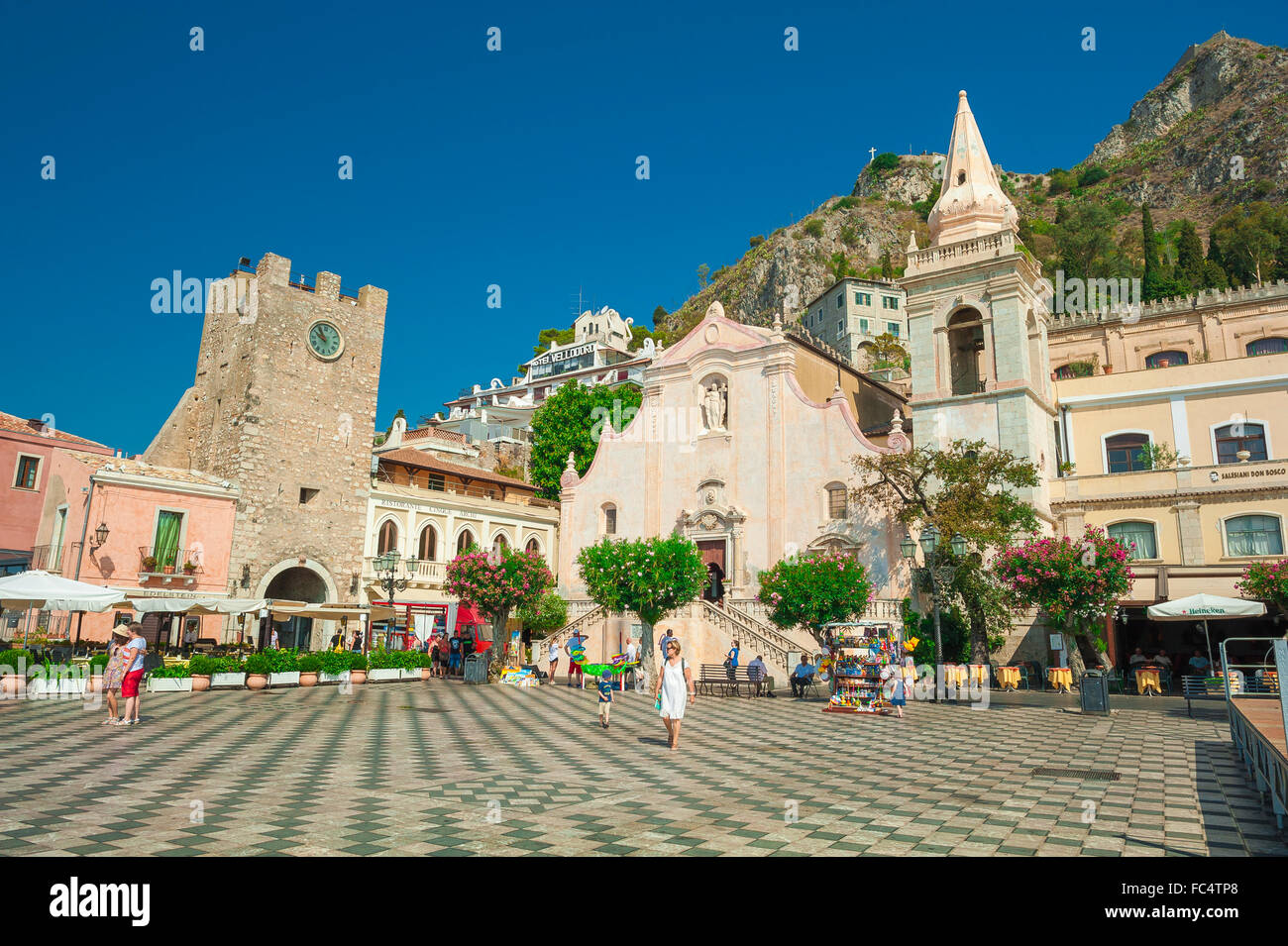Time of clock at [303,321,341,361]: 9:54
